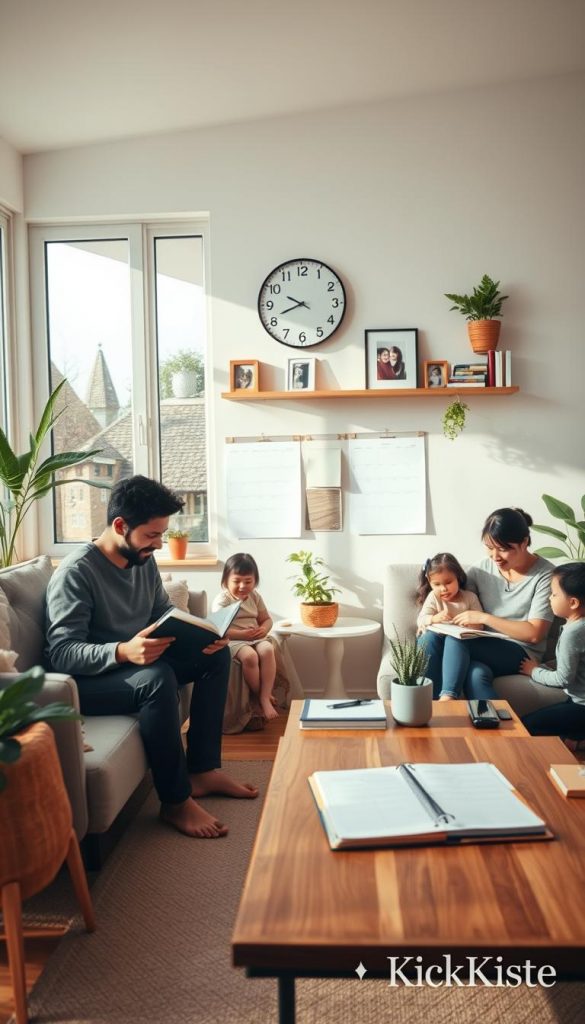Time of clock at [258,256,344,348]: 9:41
